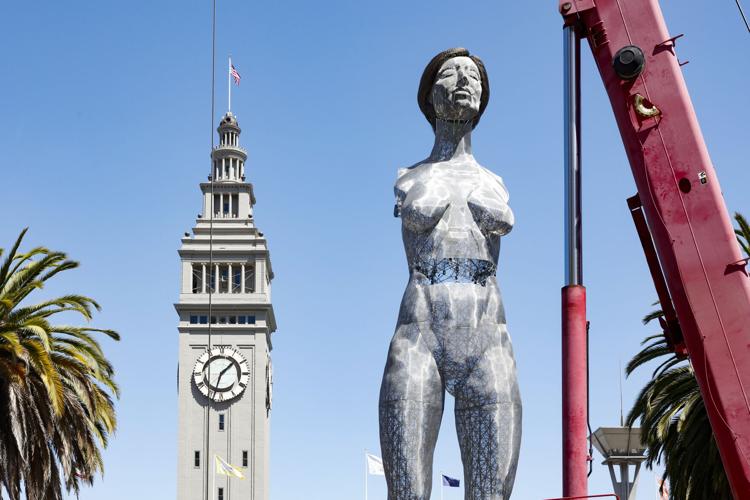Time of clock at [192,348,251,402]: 1:33
